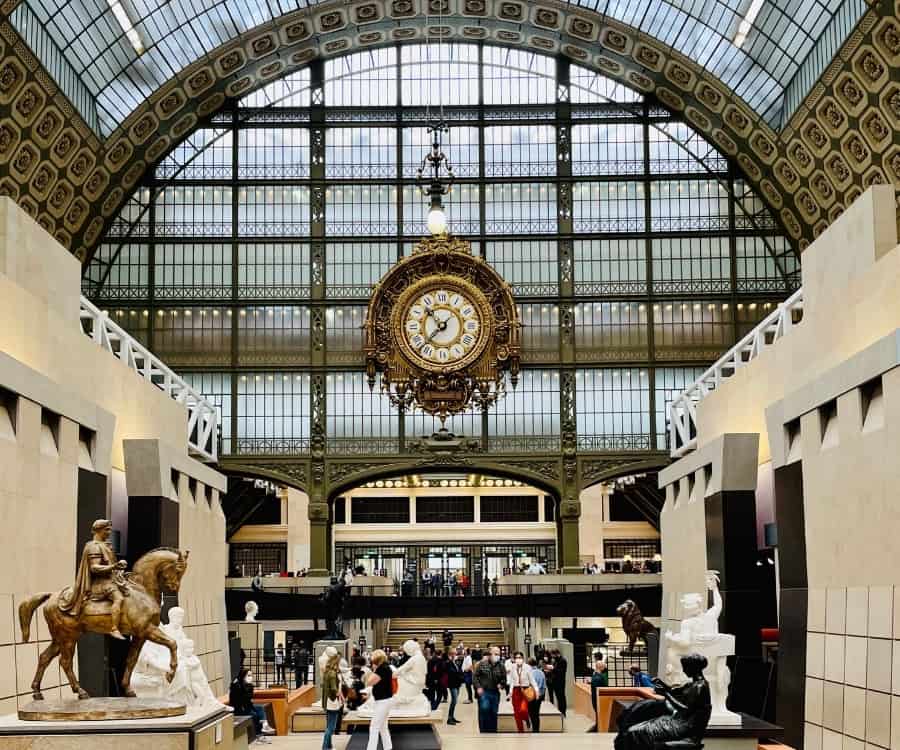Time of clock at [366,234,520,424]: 10:37
